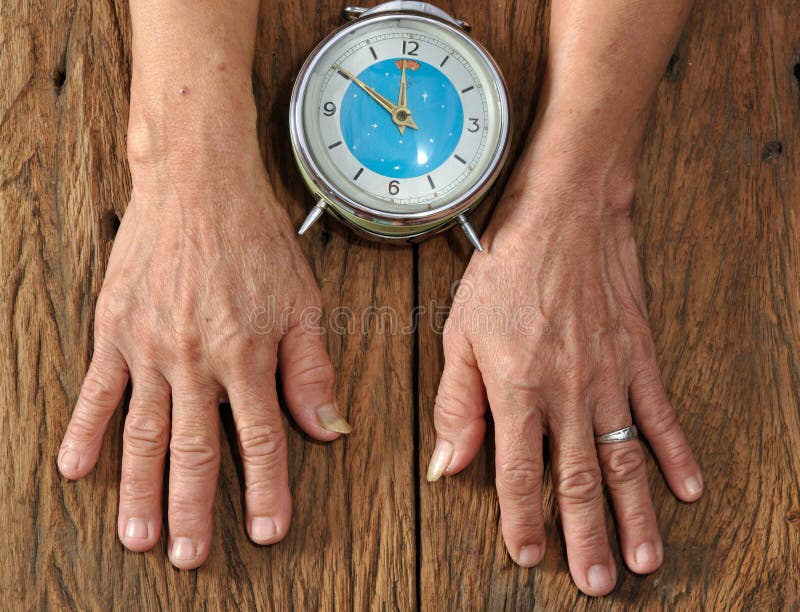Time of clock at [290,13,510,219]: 11:50
